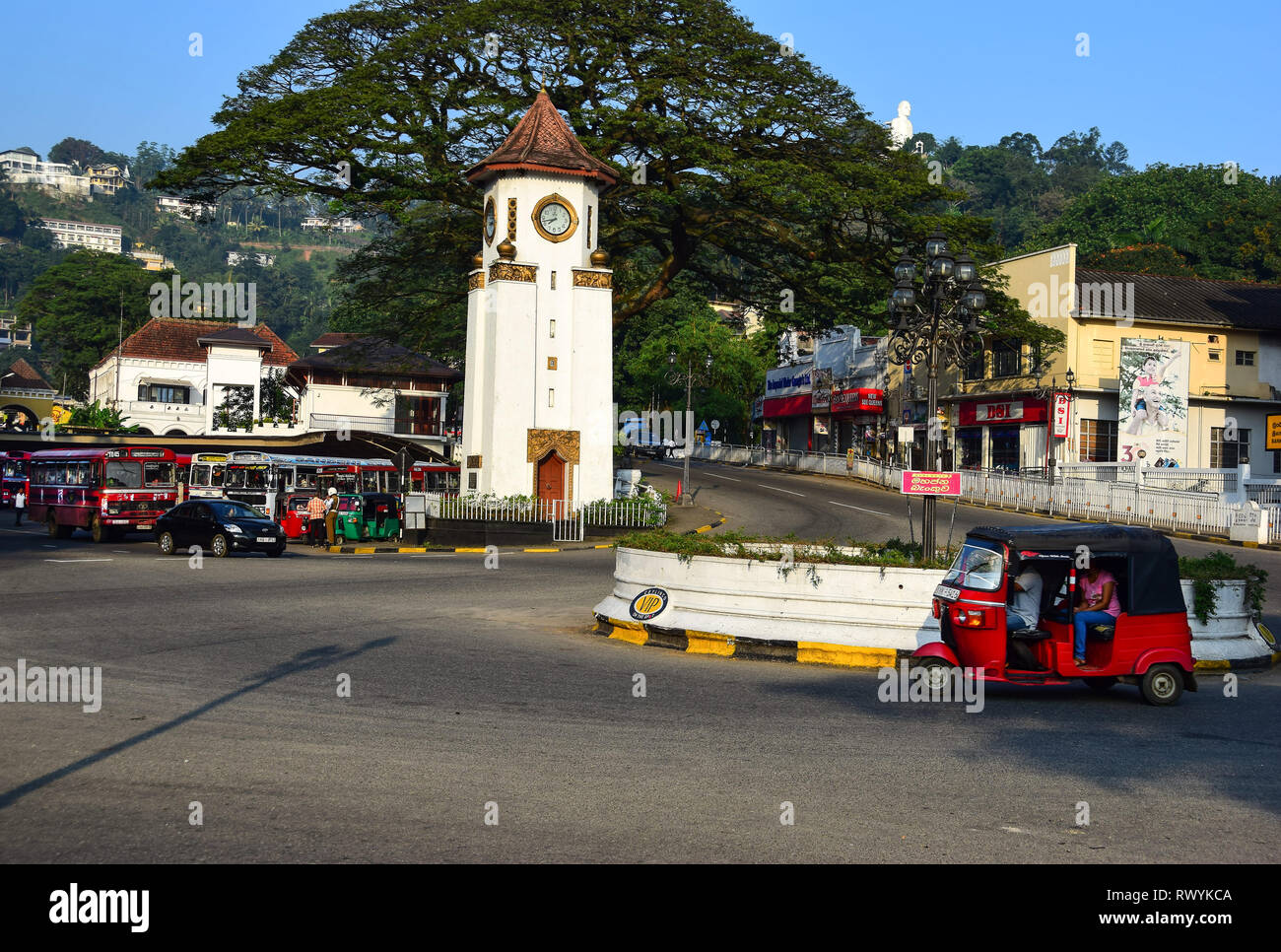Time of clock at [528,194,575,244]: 7:42
